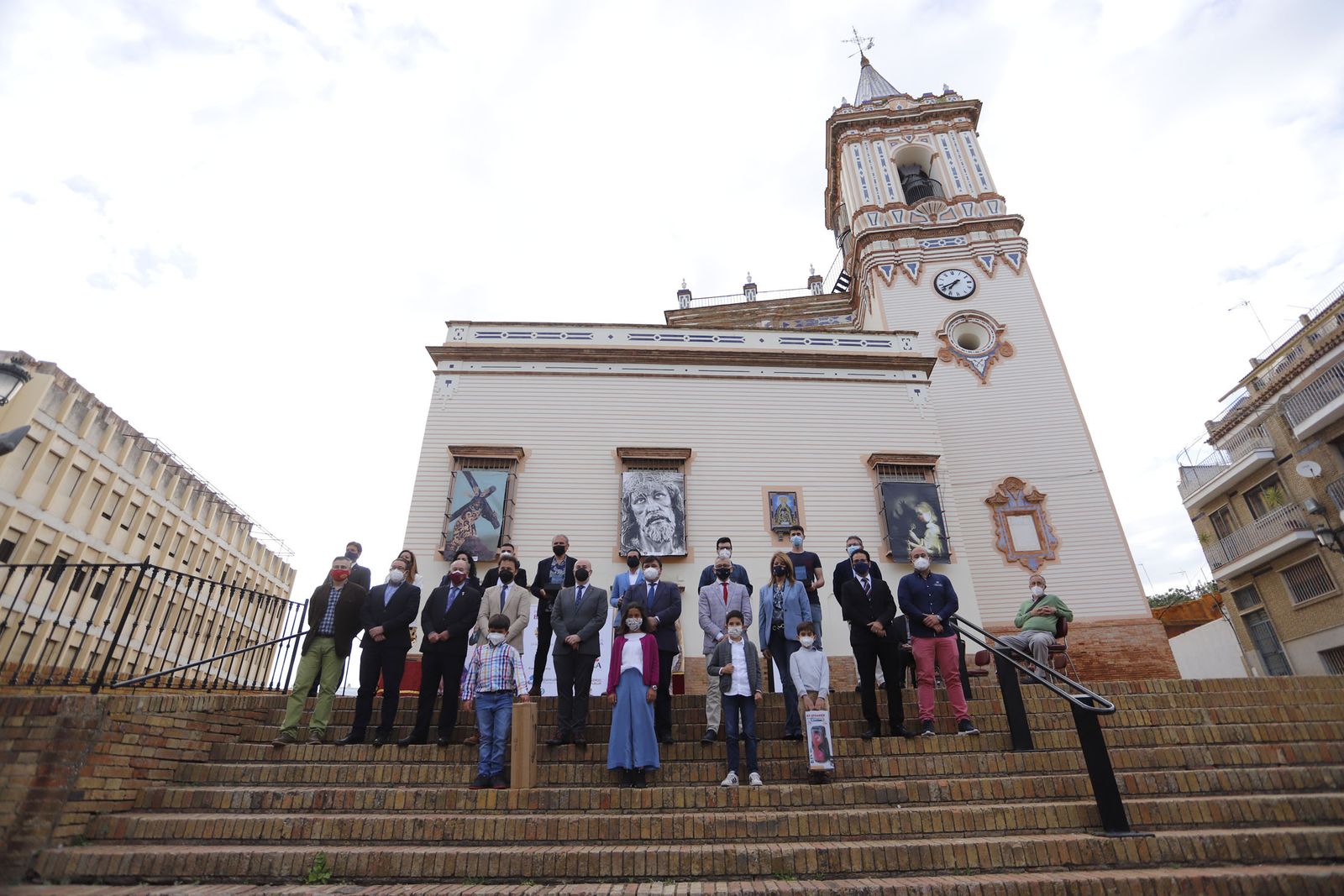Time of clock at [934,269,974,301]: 7:41
